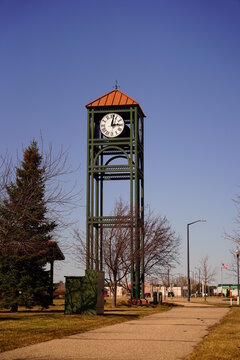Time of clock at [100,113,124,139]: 3:01
